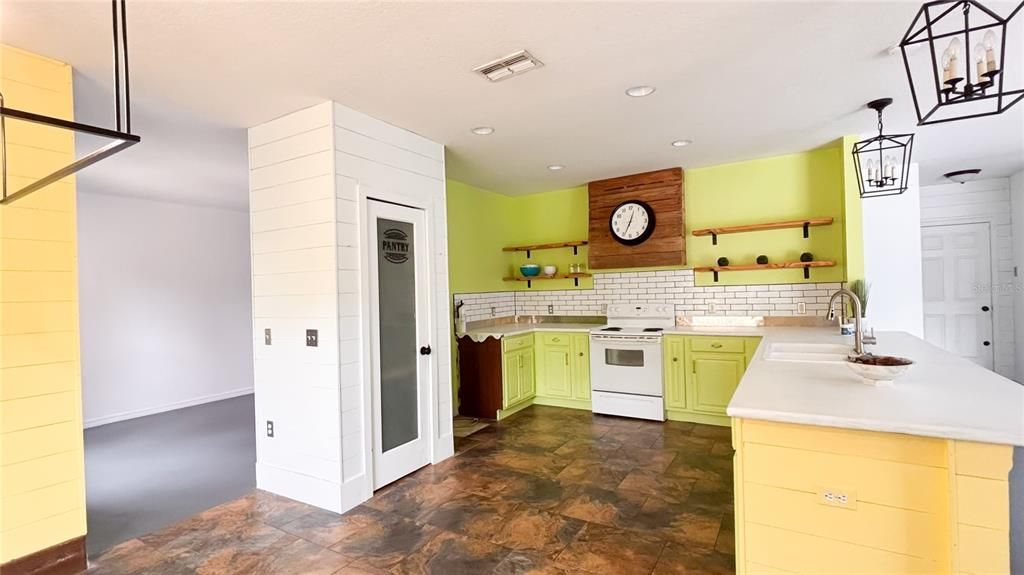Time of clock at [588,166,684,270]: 12:34
